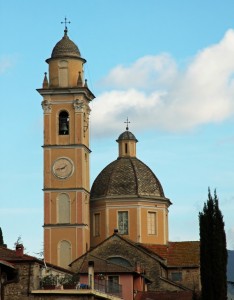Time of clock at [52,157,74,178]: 1:43
